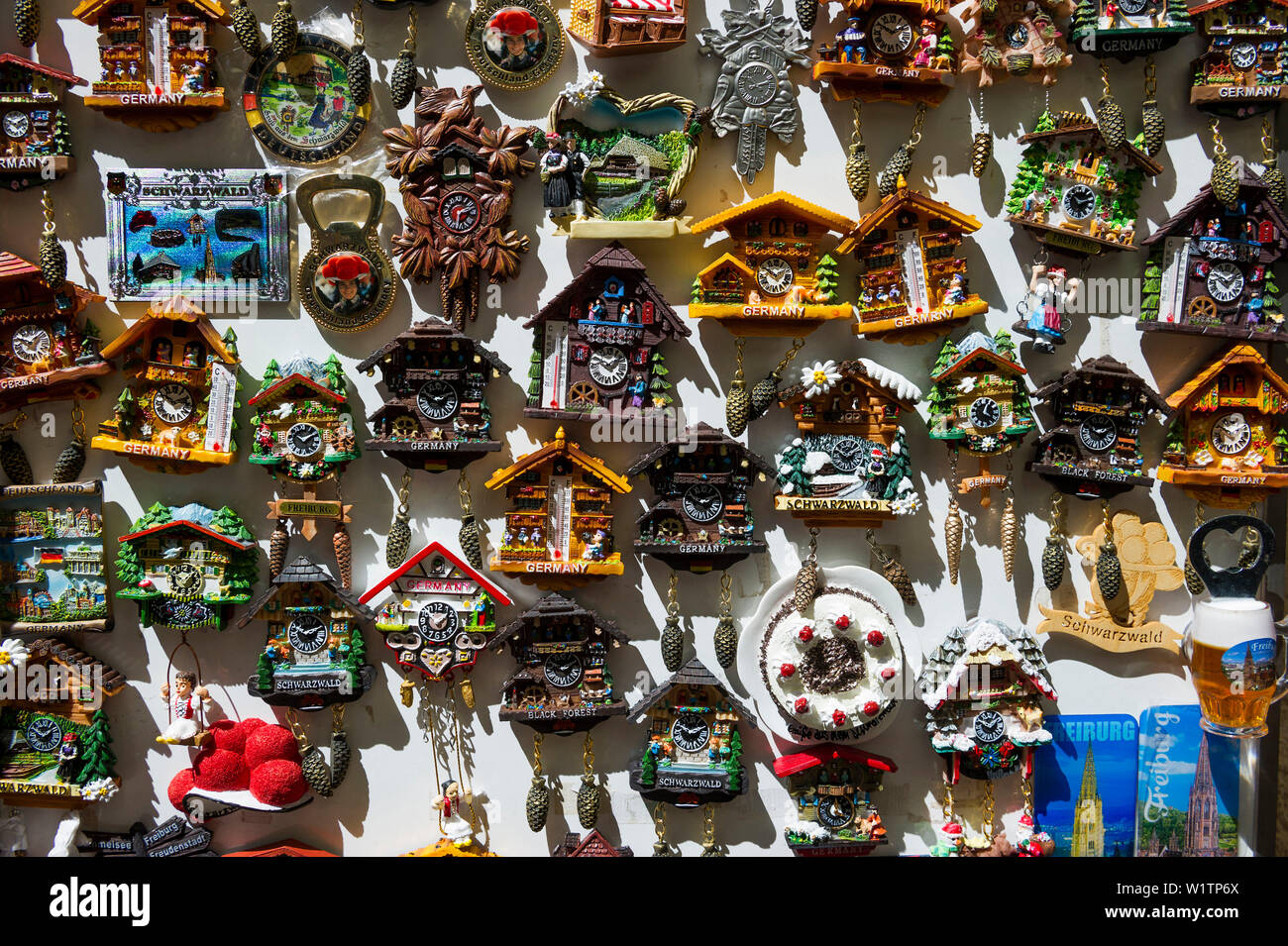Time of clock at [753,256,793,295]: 1:50
